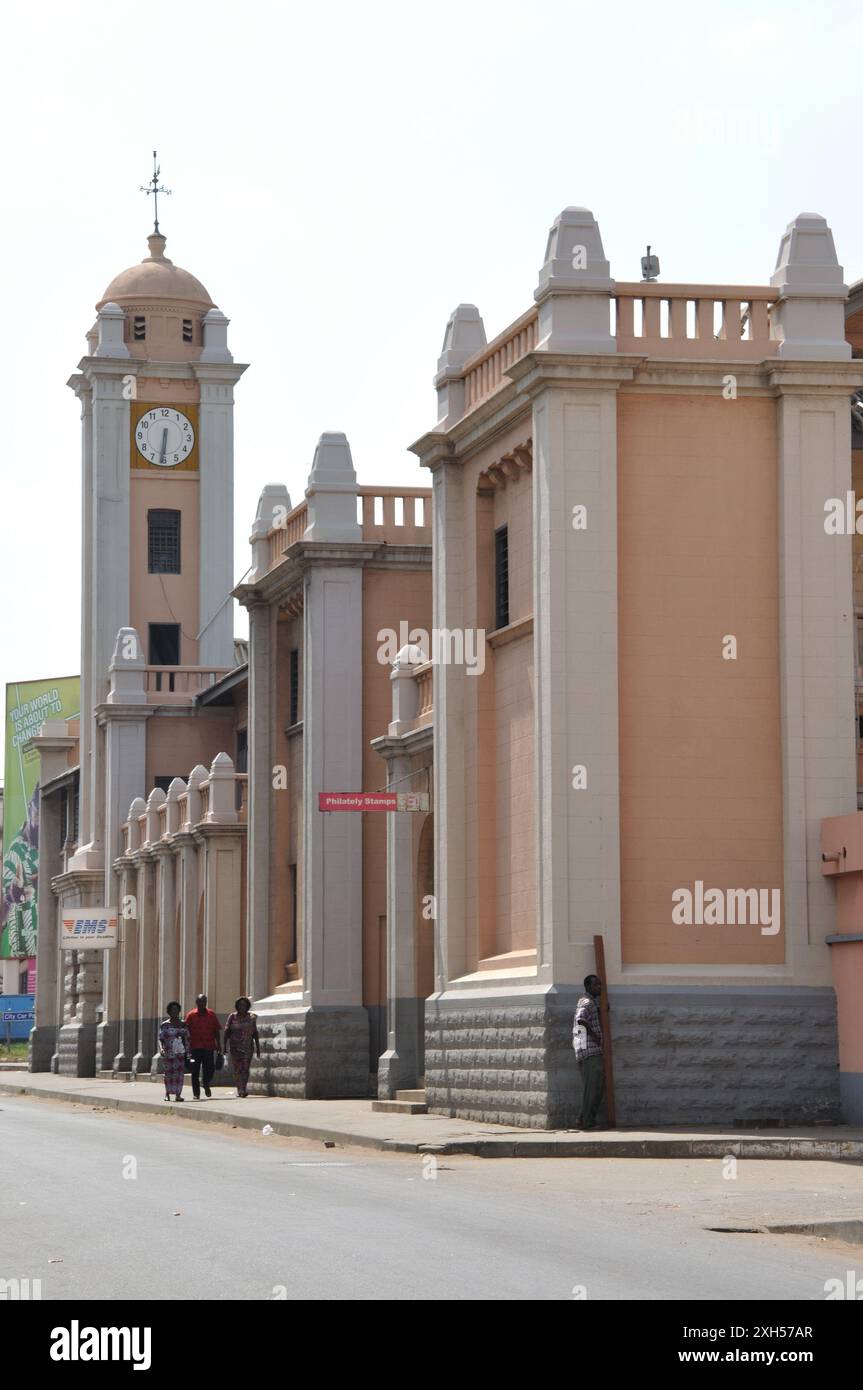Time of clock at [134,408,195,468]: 6:31
